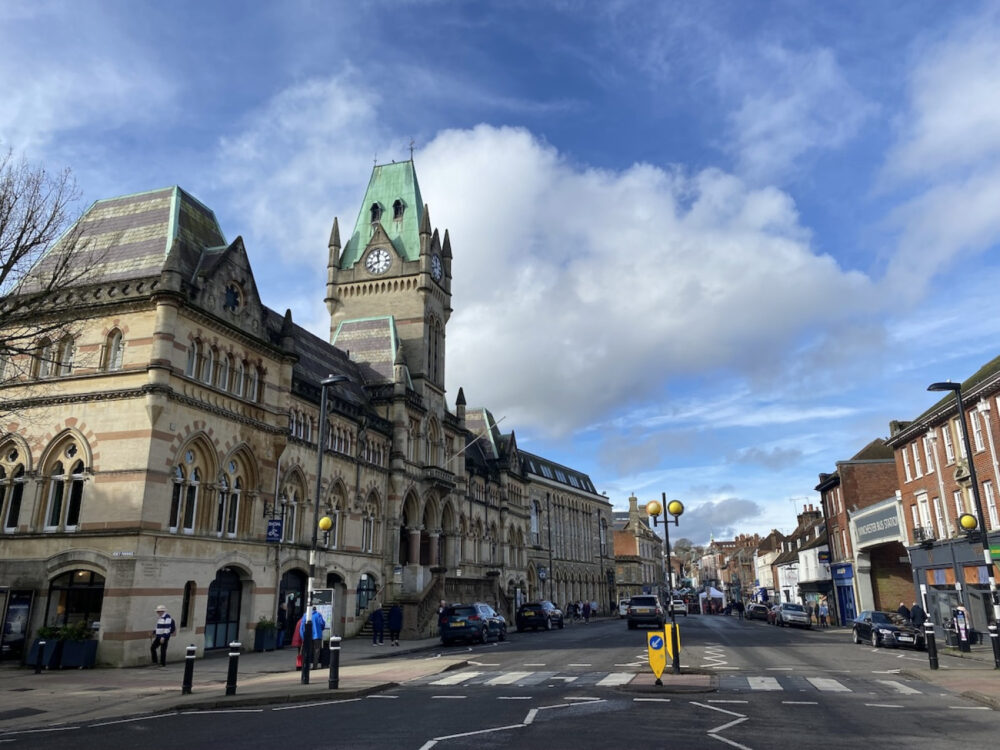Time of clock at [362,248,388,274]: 11:41
